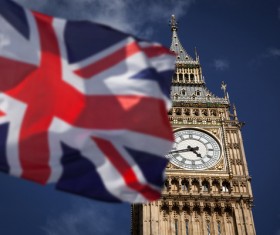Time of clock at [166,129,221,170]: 4:42
